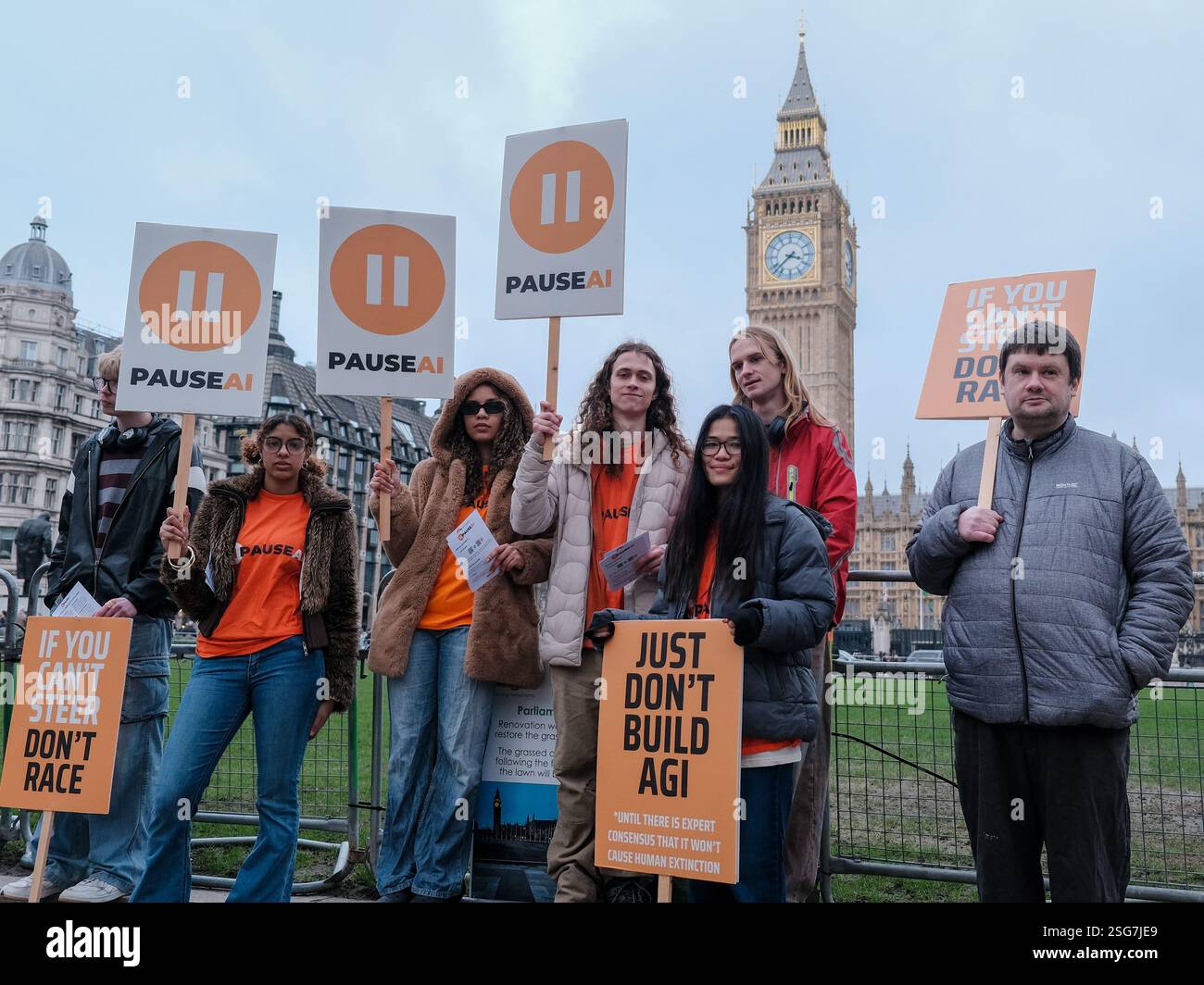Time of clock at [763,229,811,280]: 3:37
